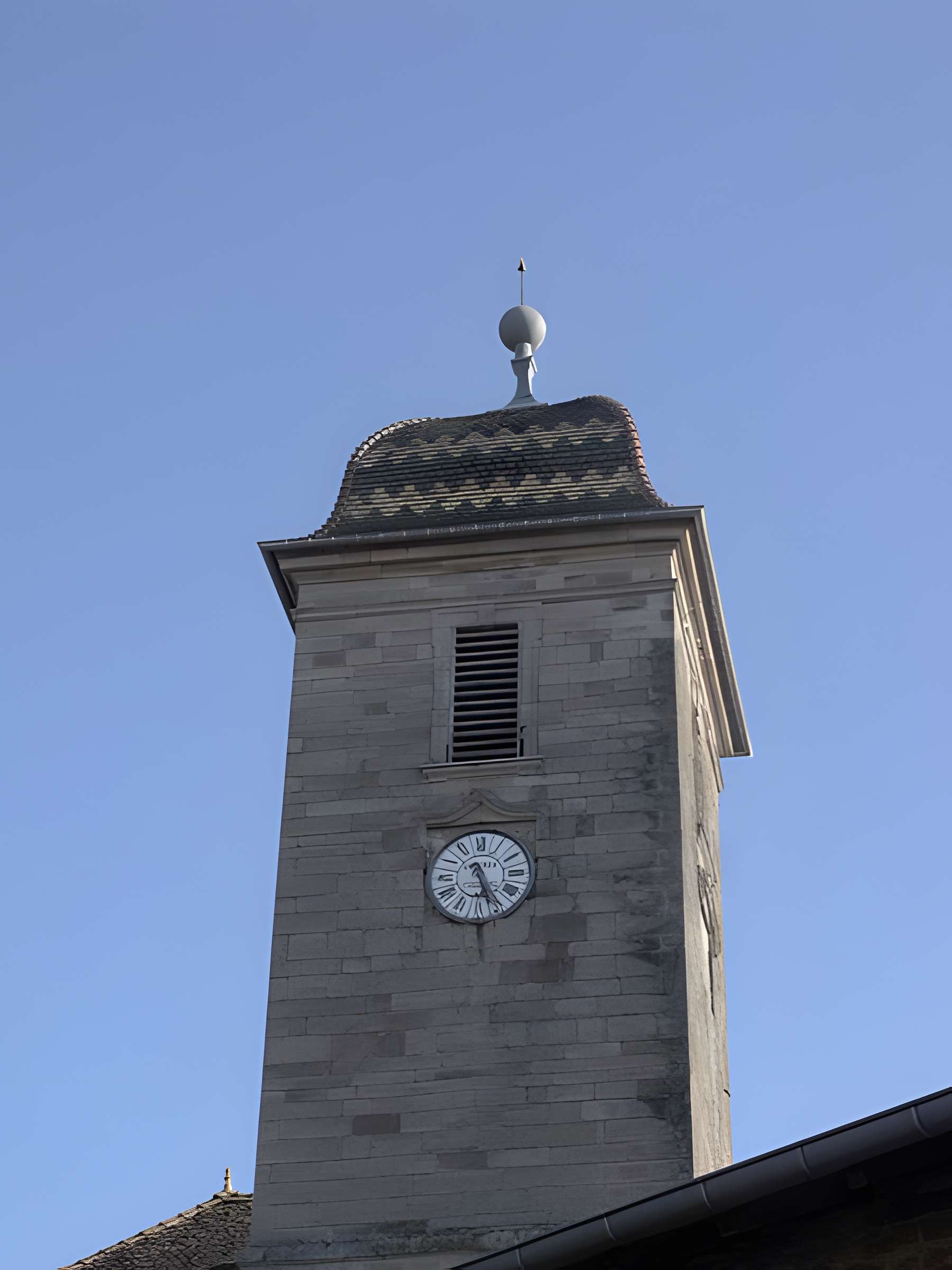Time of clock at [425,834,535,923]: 5:26
